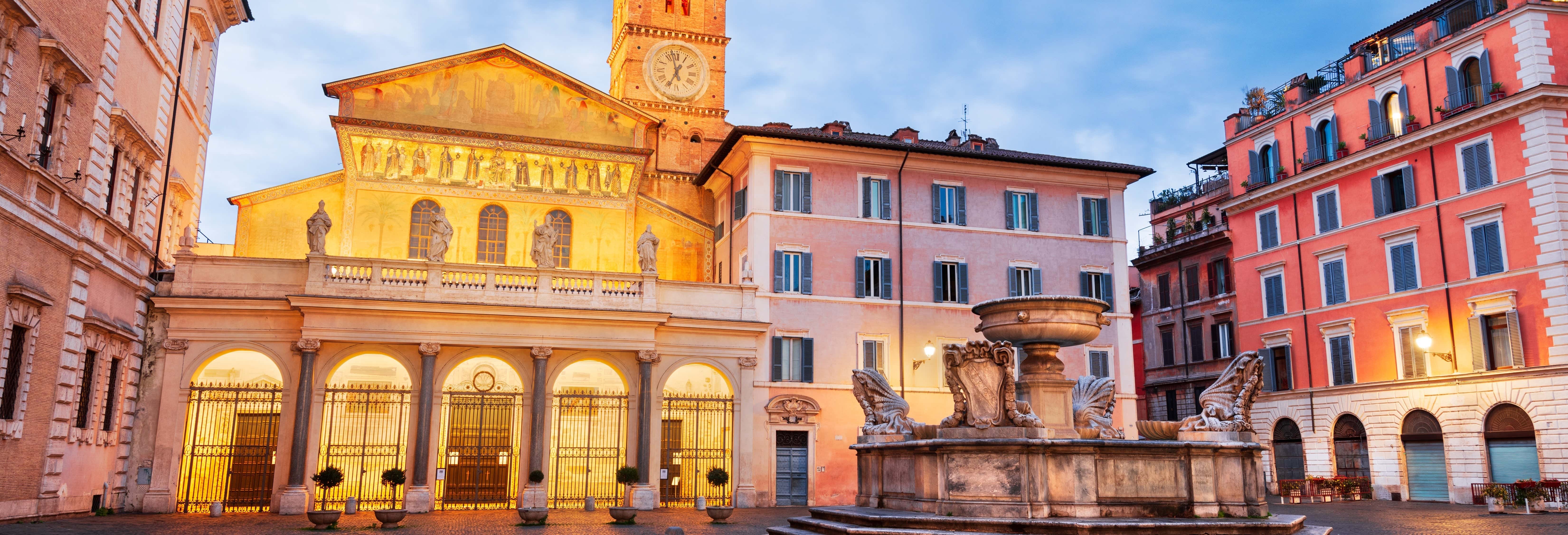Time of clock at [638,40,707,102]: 12:57
